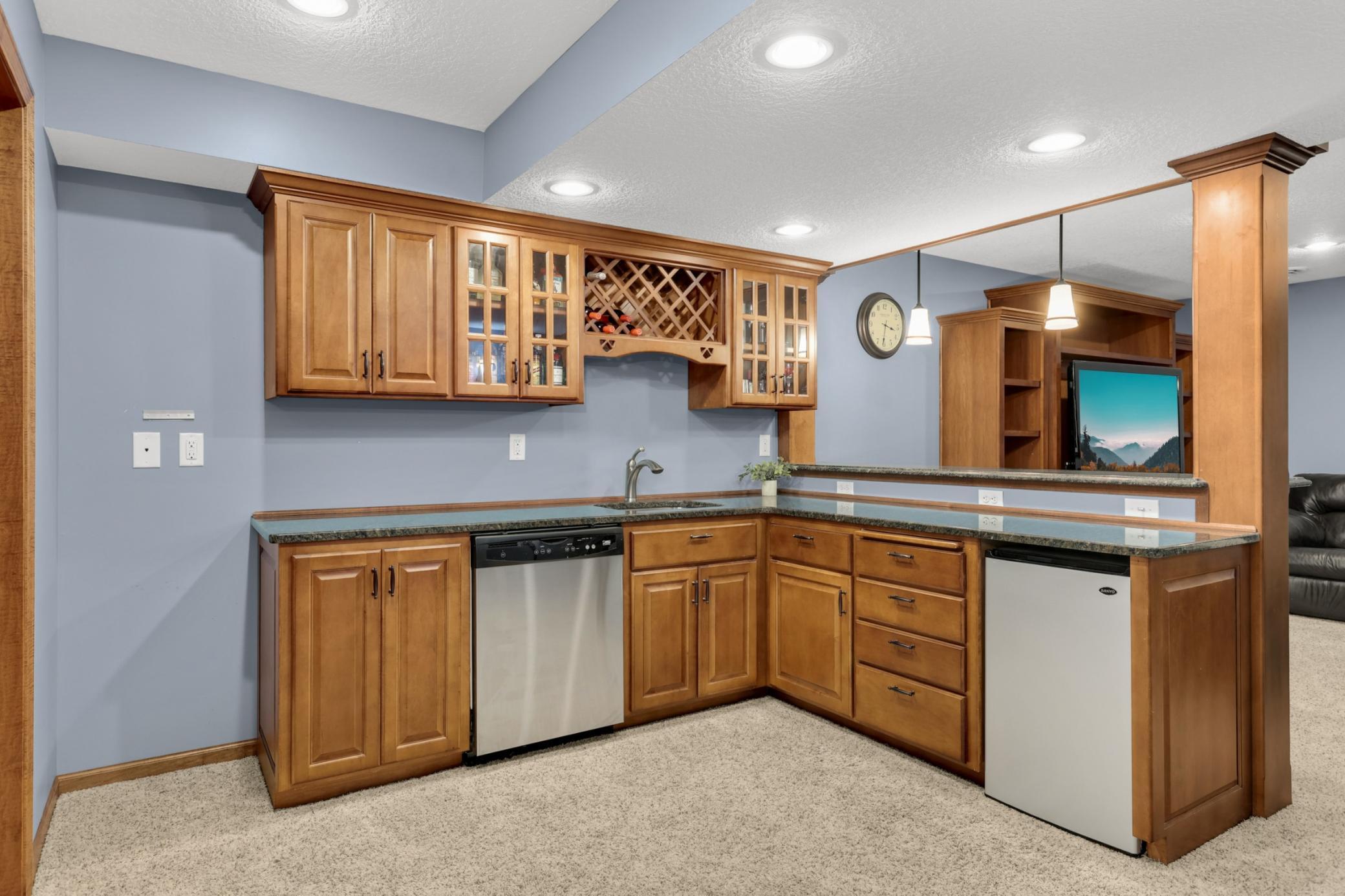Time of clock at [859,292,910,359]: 3:31
